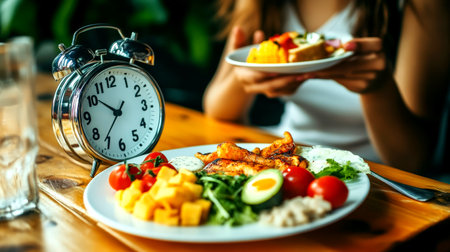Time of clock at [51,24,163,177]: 10:36
